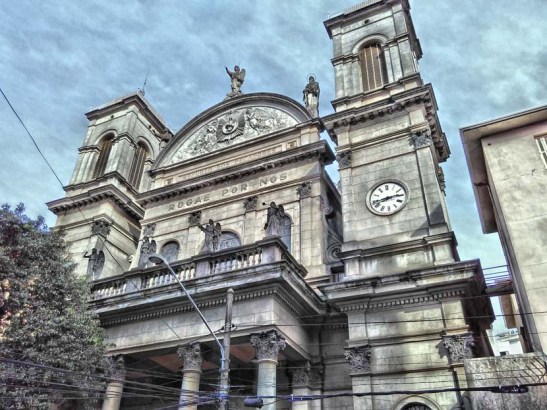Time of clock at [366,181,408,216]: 2:43
